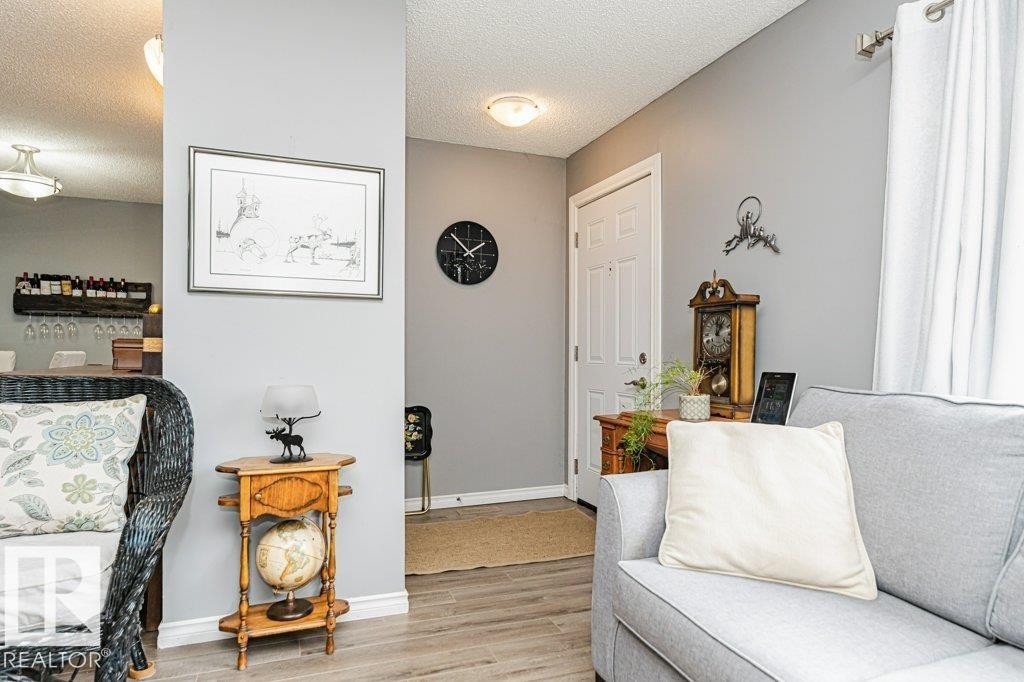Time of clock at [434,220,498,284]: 1:52
